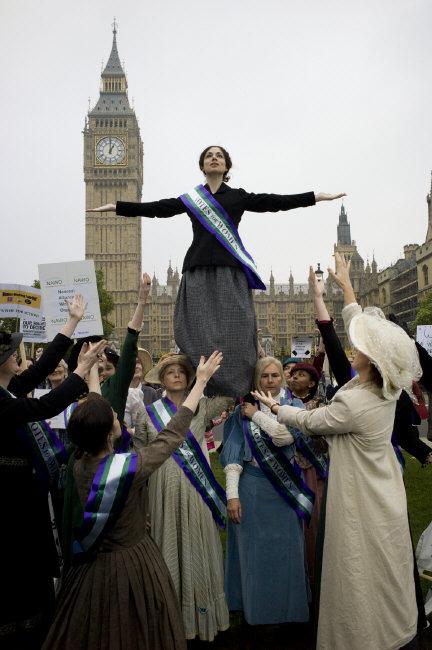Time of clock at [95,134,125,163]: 1:00
